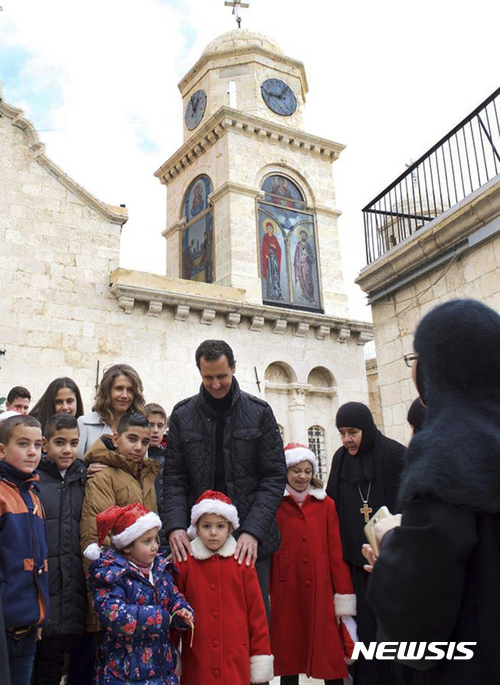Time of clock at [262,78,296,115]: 9:07
